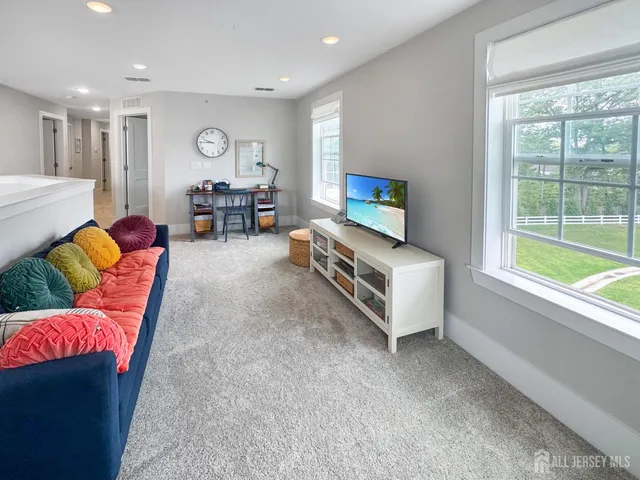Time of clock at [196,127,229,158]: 9:45
